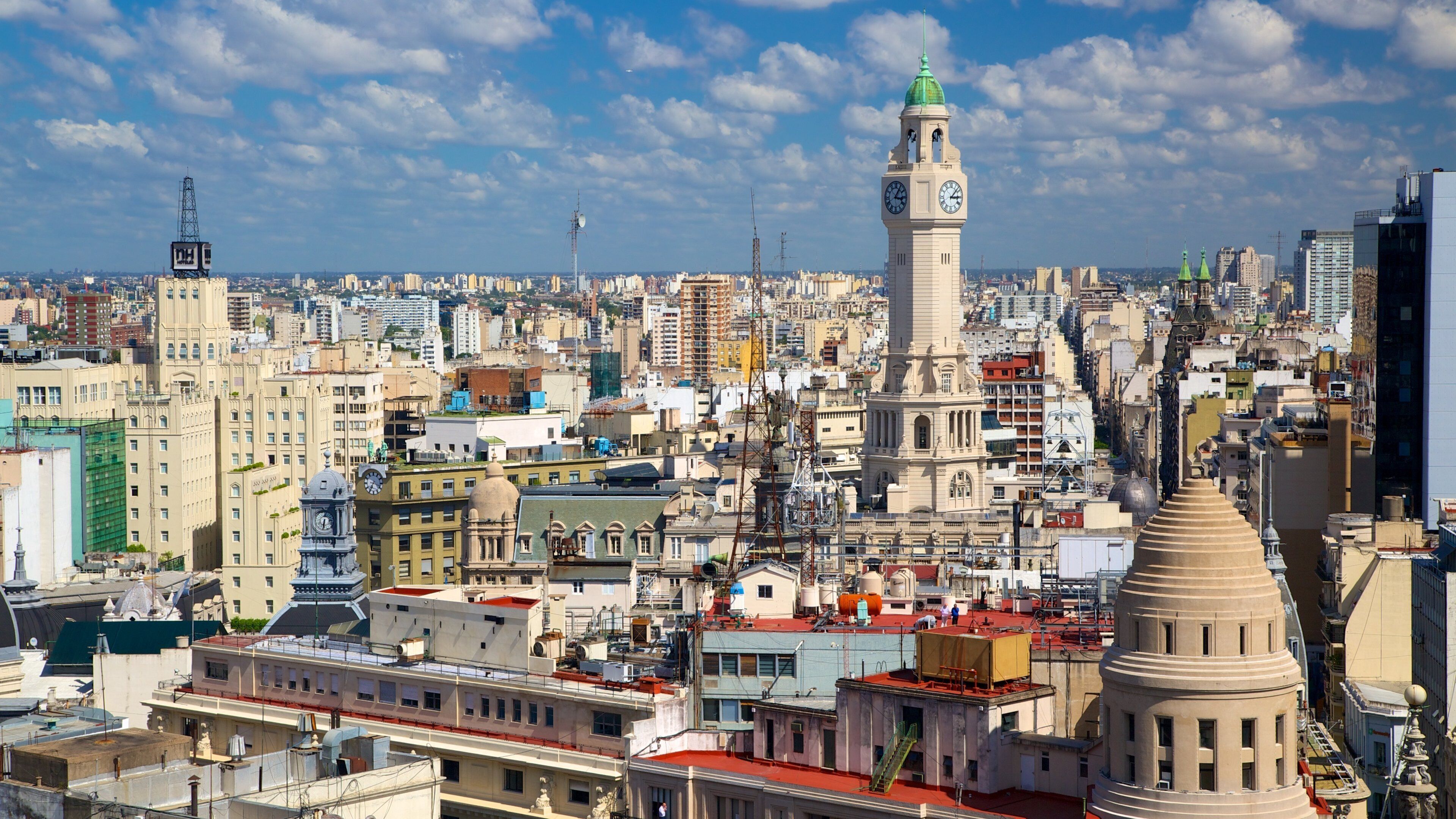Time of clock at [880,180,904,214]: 3:05
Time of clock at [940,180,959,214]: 3:07
